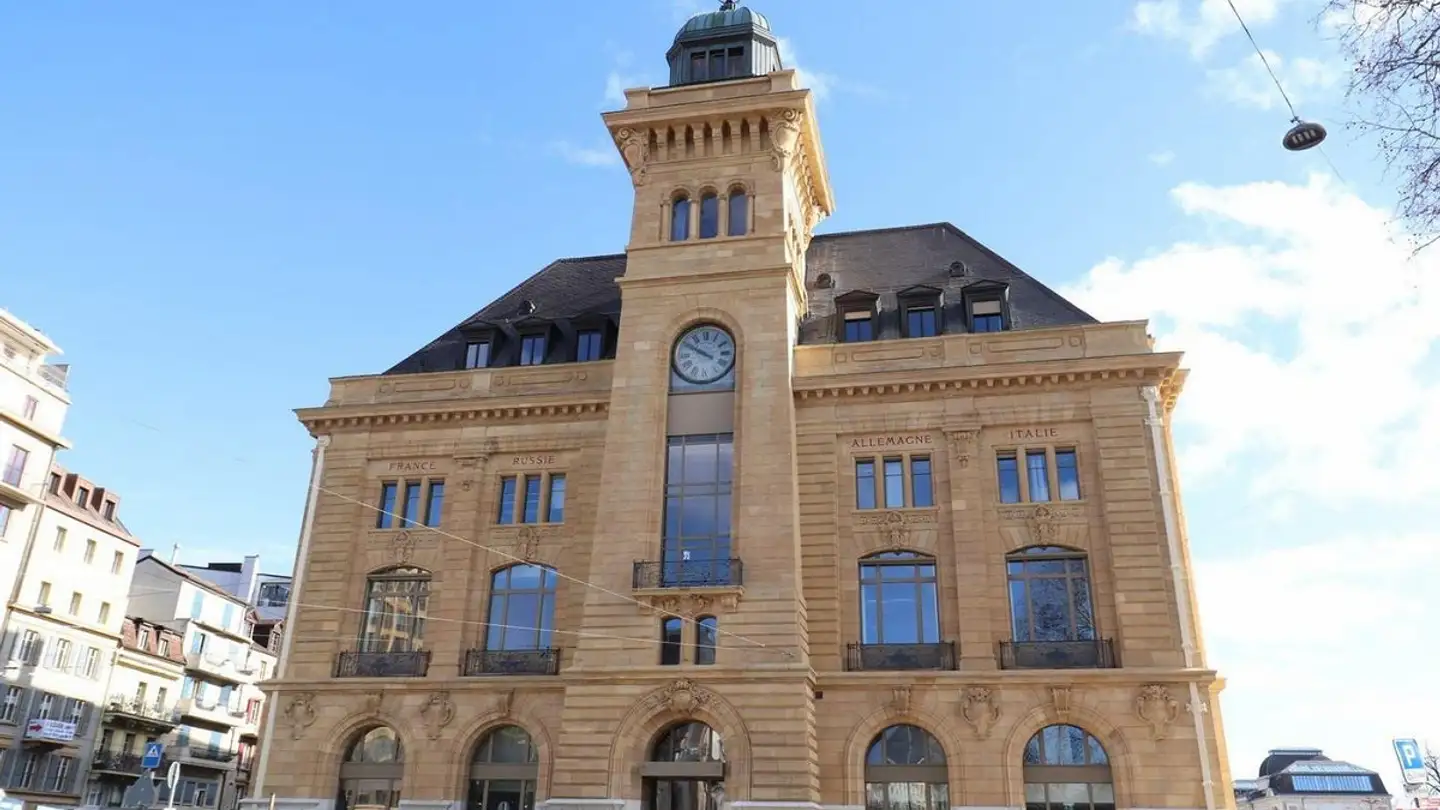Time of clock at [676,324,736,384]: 9:50
